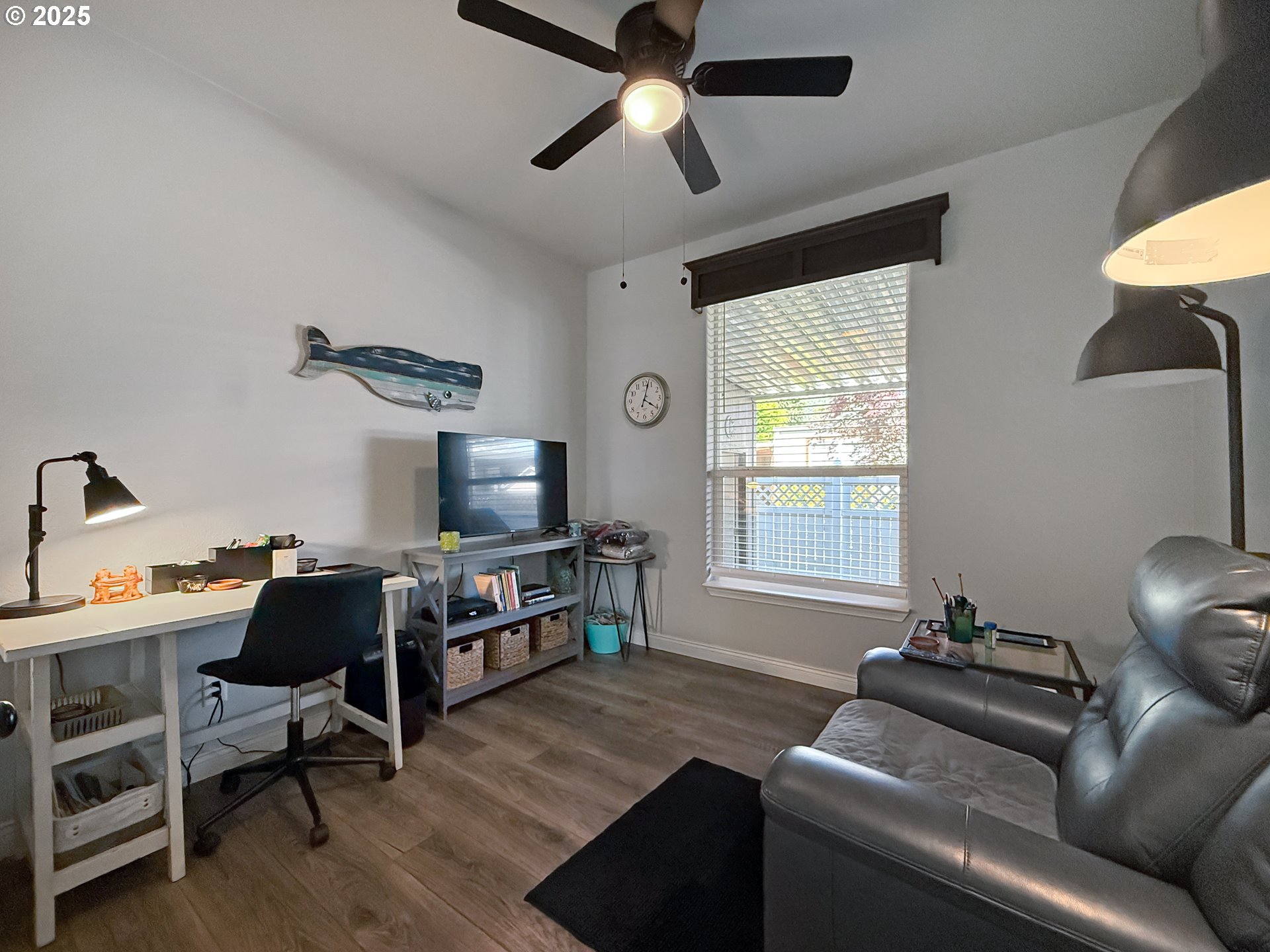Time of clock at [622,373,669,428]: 4:02
